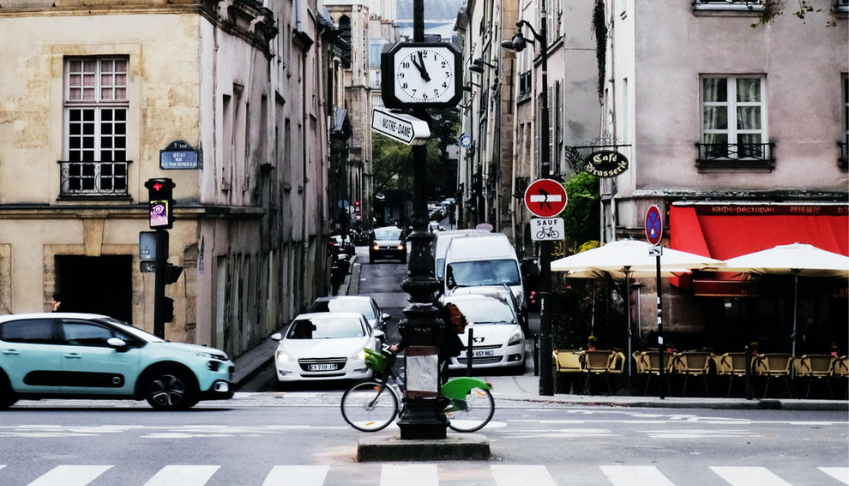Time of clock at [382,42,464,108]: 10:58
